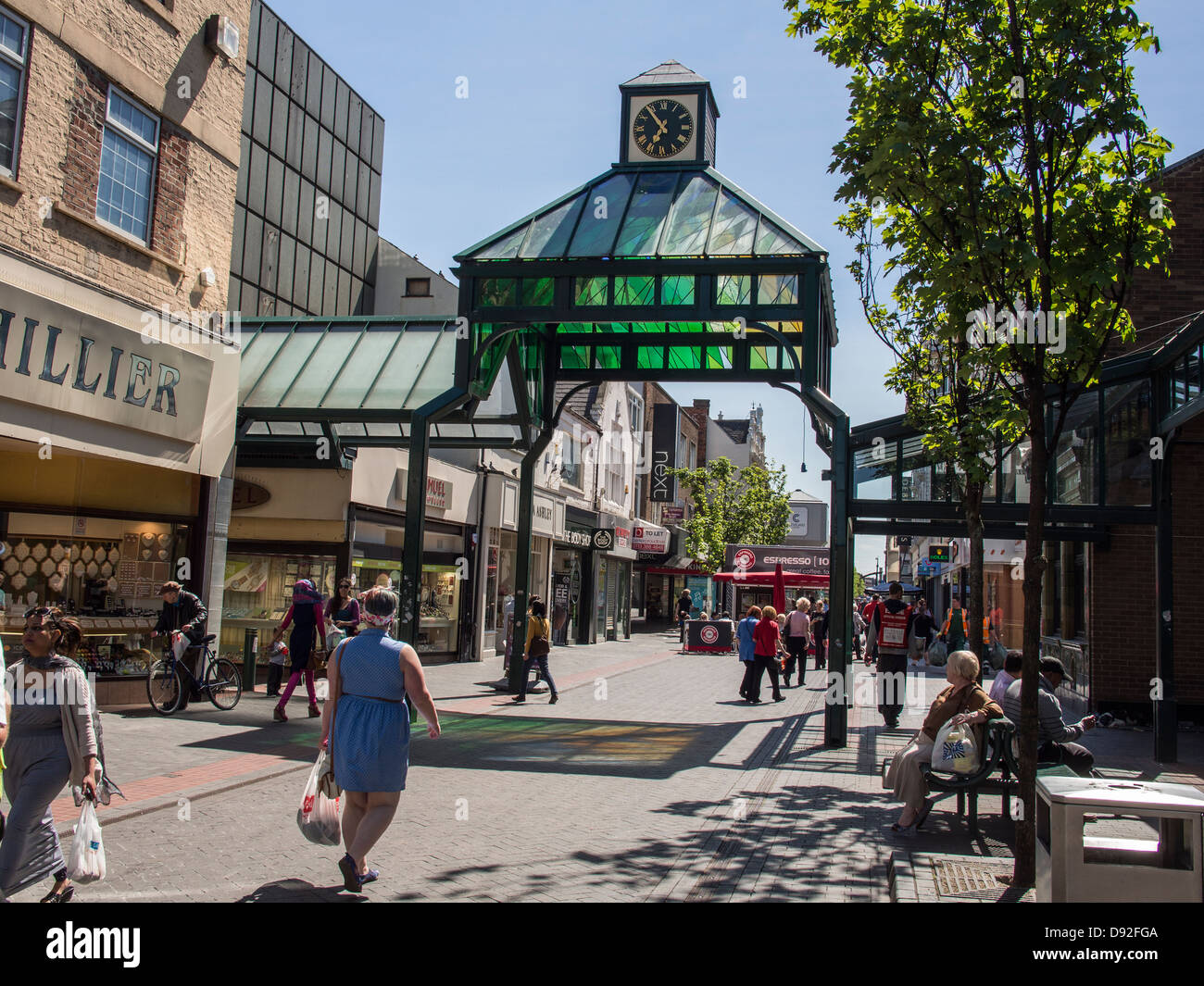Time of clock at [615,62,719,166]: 6:53
